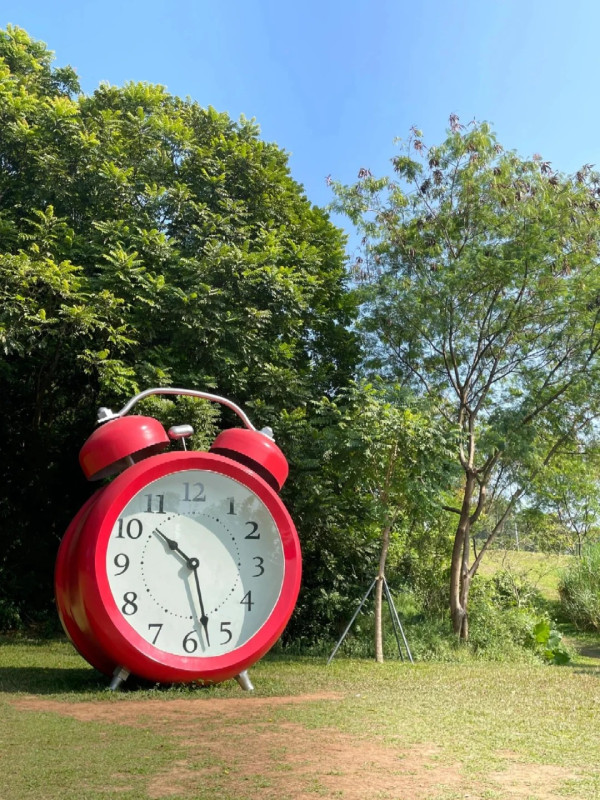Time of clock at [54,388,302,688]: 10:28
